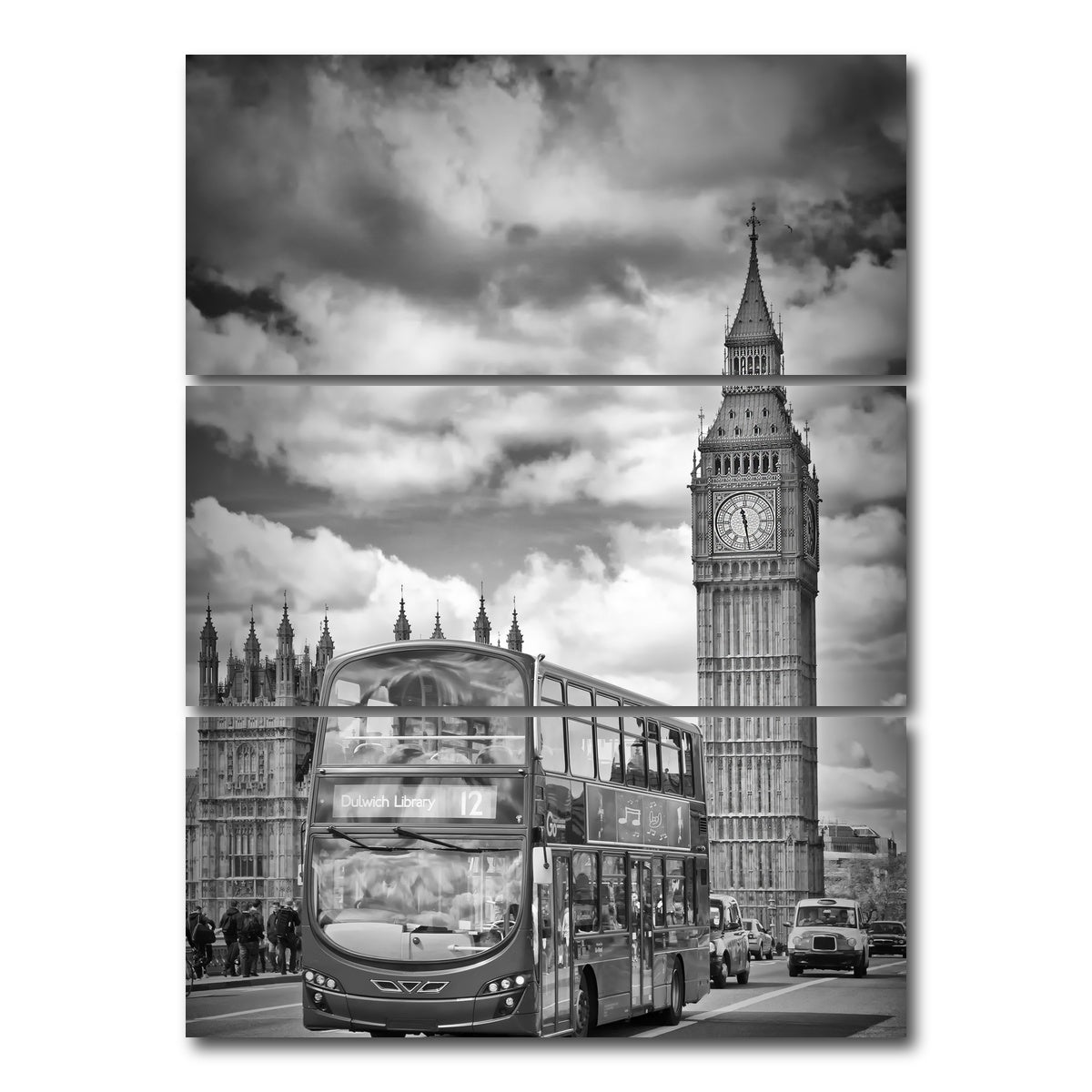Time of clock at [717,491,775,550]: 11:28
